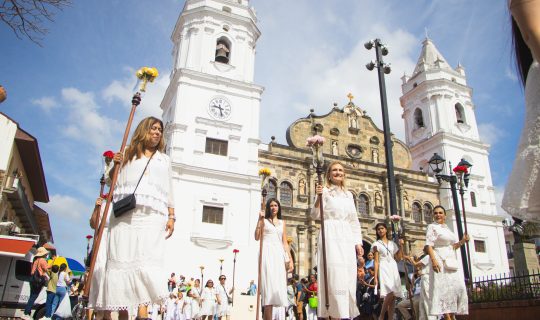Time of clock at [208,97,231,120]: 9:28
